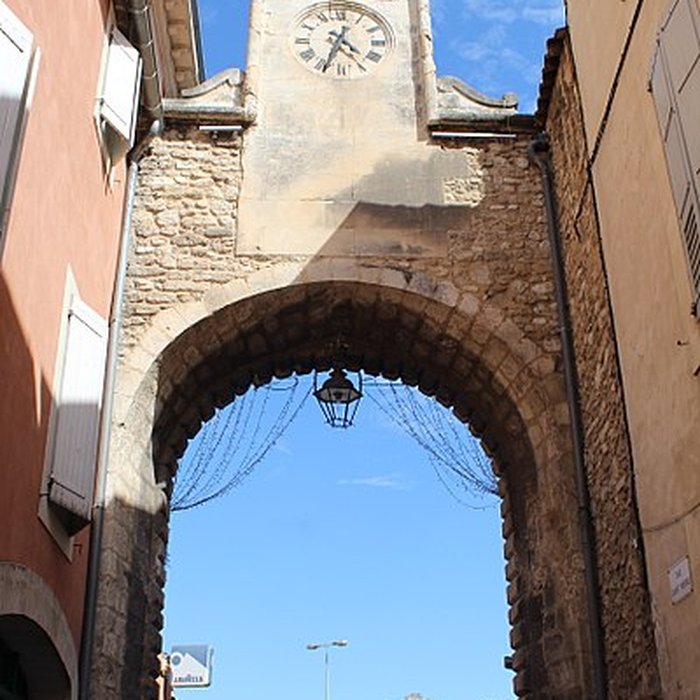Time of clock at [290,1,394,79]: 4:33
